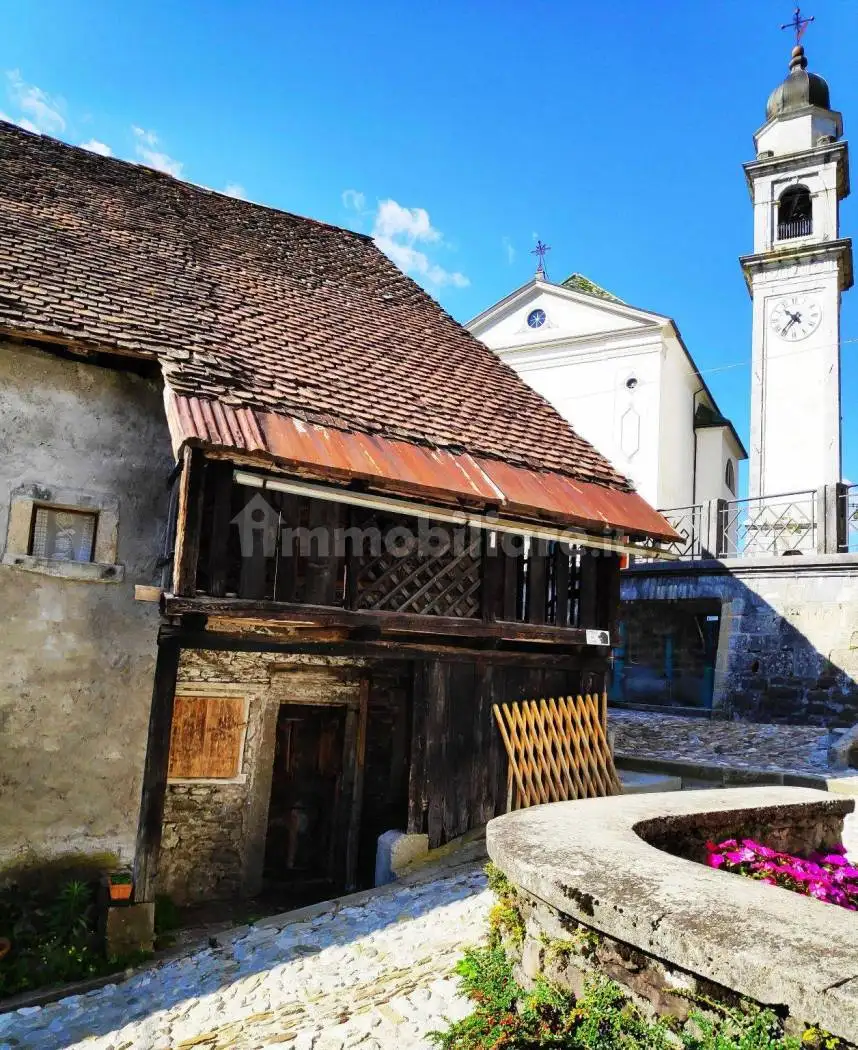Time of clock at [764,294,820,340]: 10:37
